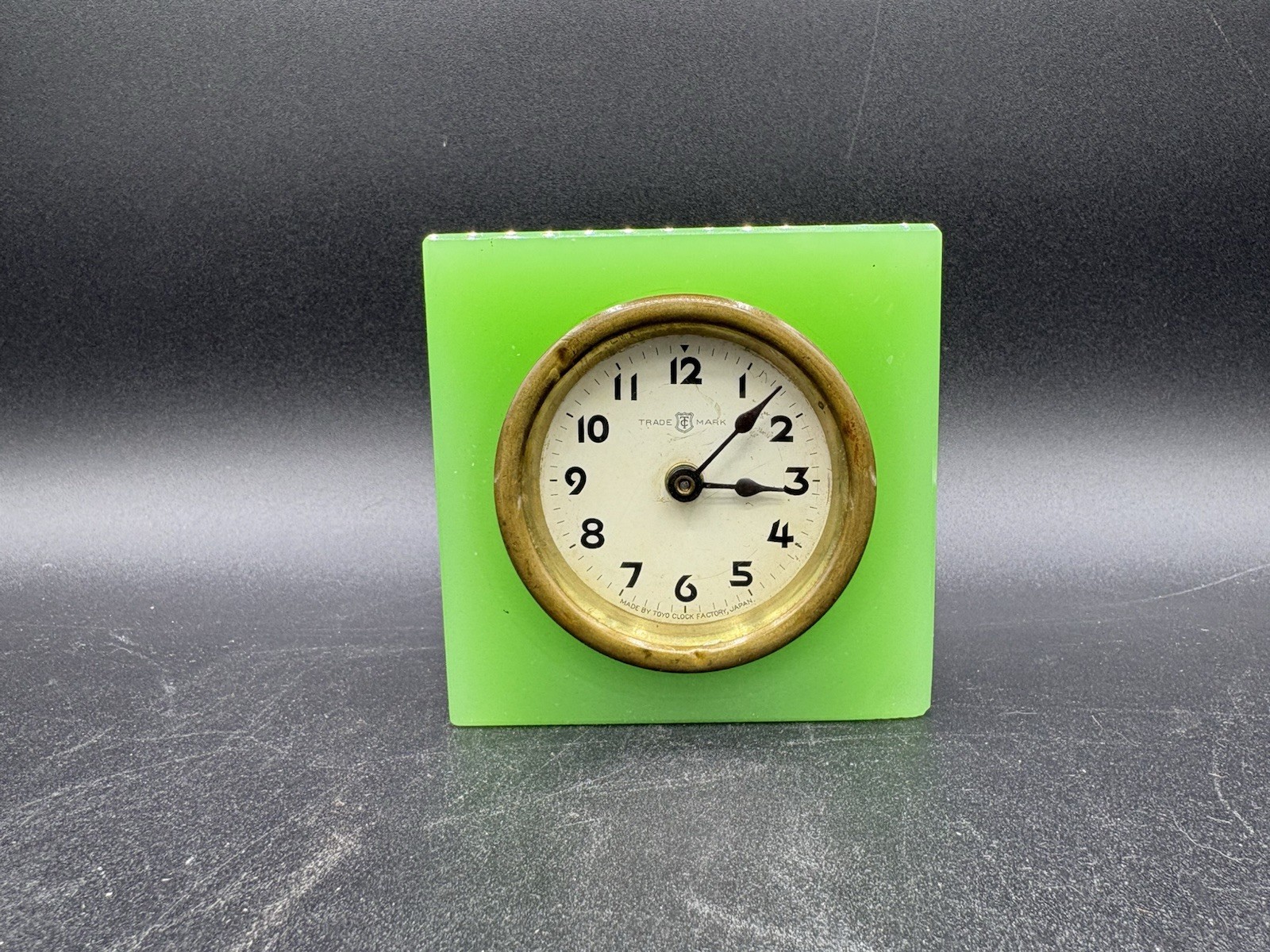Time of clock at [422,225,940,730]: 3:07
